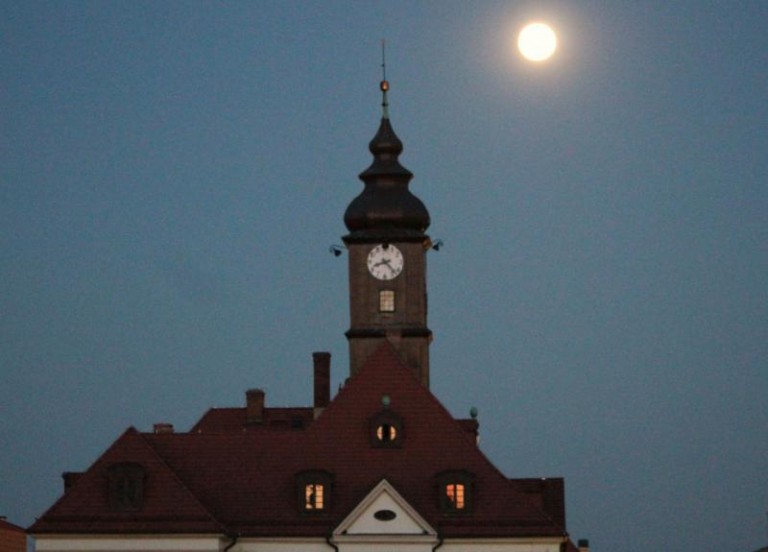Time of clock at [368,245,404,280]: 8:23
